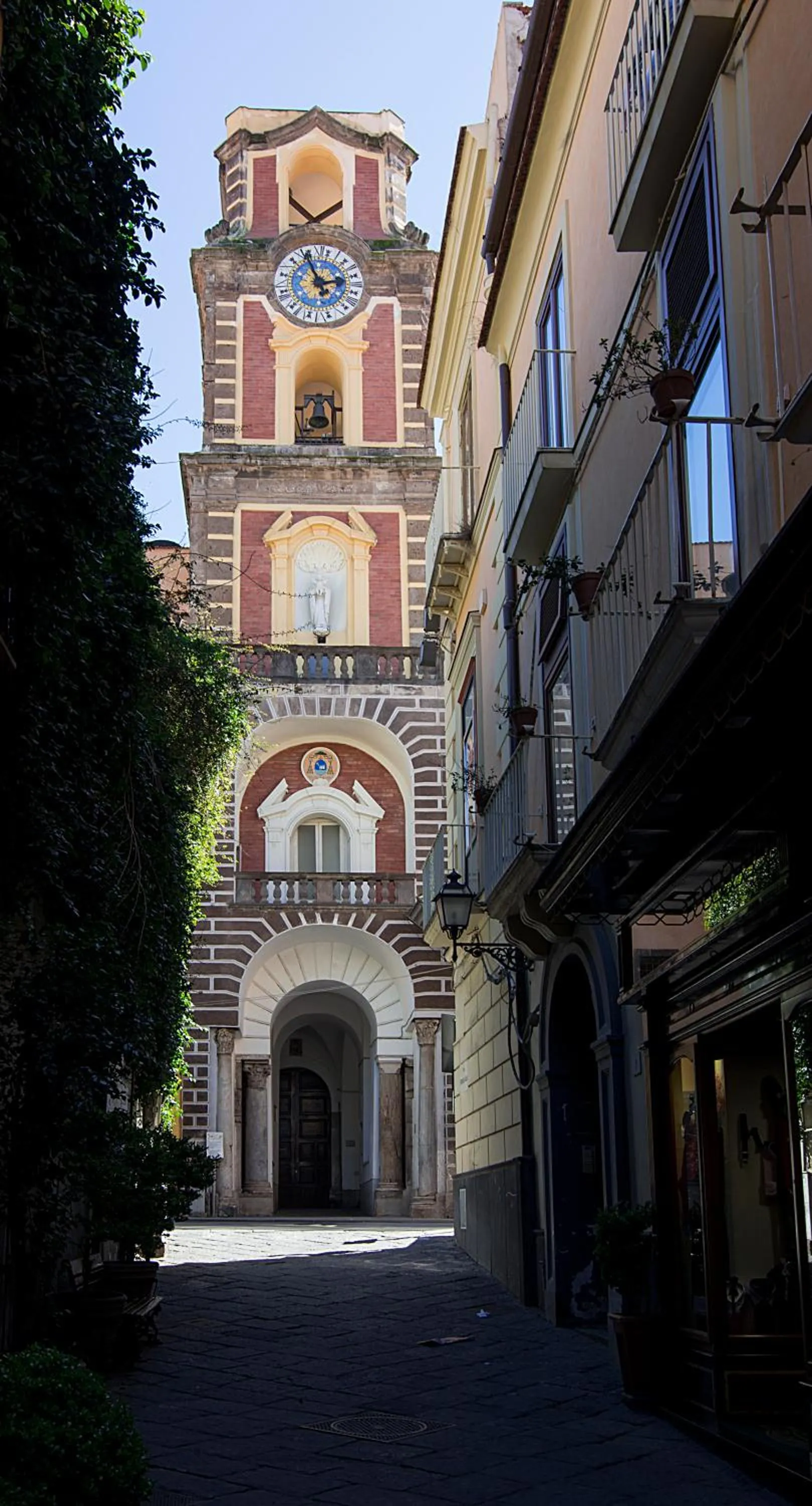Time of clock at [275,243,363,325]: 2:54
